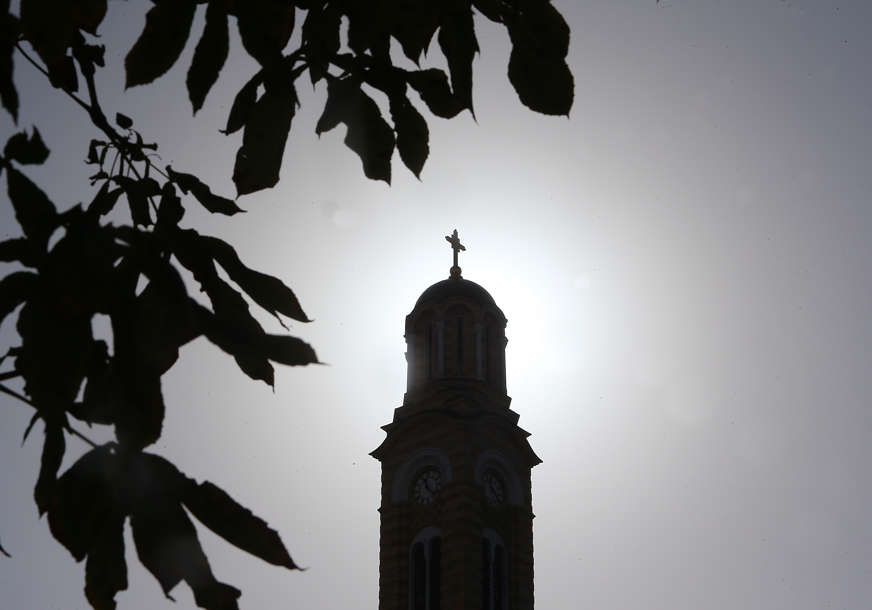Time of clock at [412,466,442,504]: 11:21
